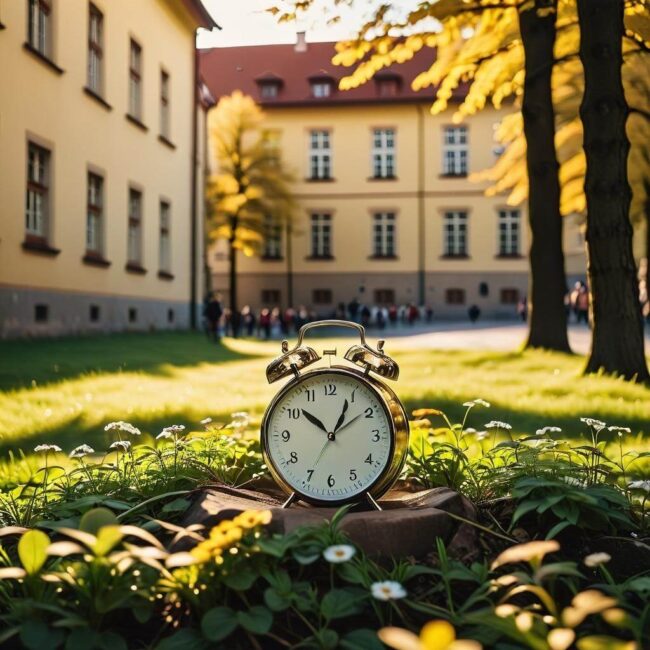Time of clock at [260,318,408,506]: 12:51
